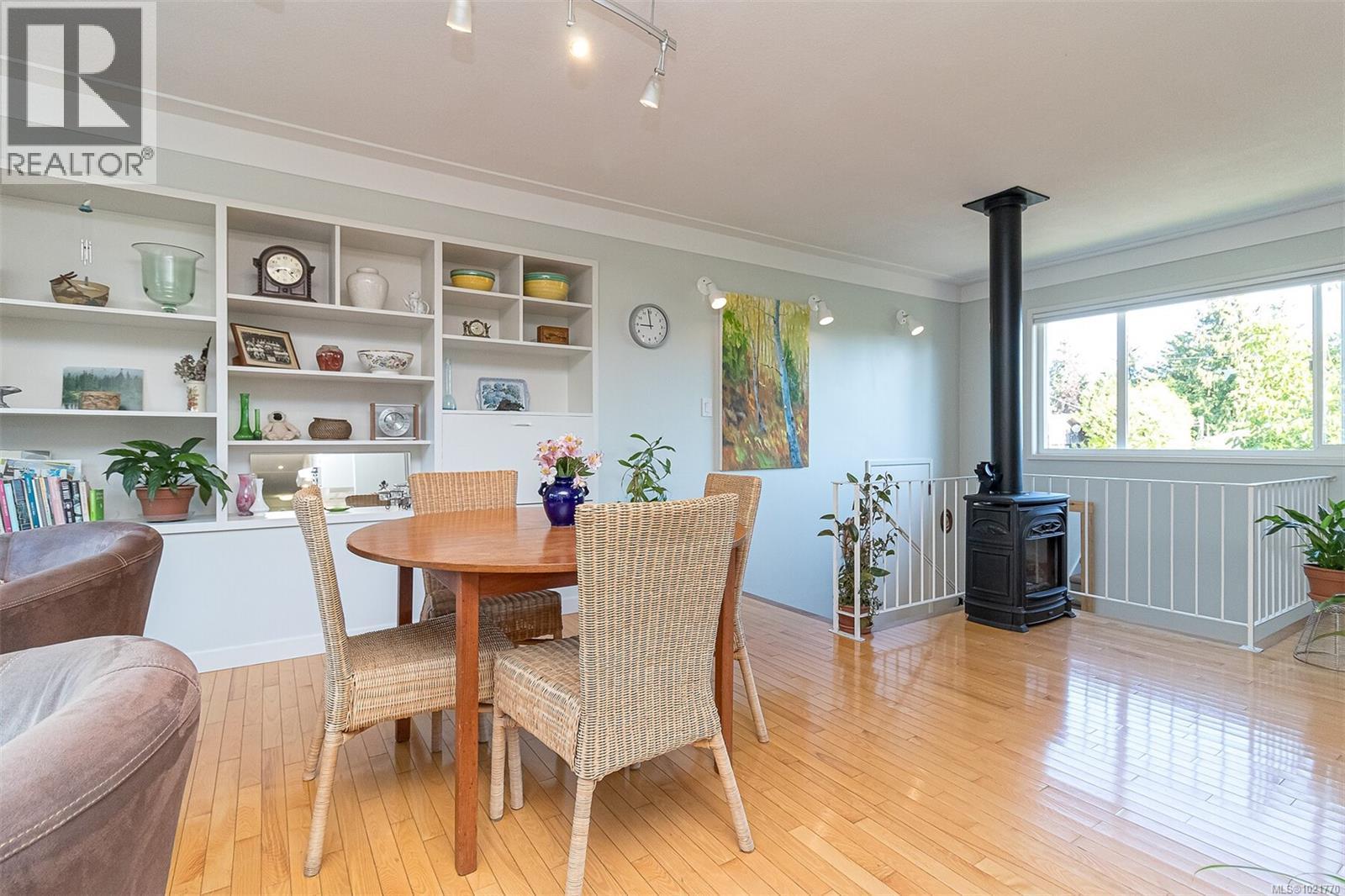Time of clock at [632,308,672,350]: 8:58
